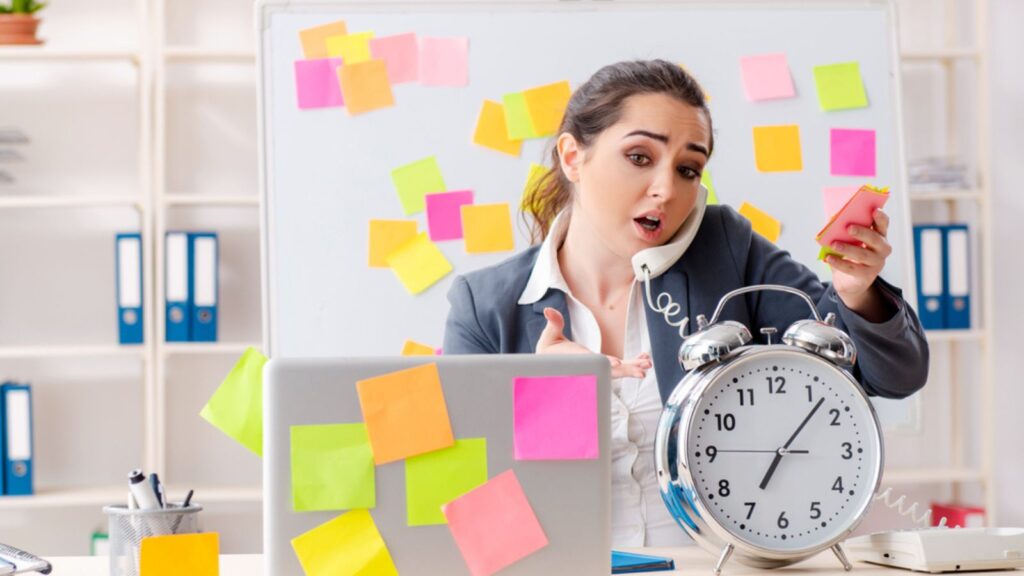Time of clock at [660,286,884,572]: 7:07
